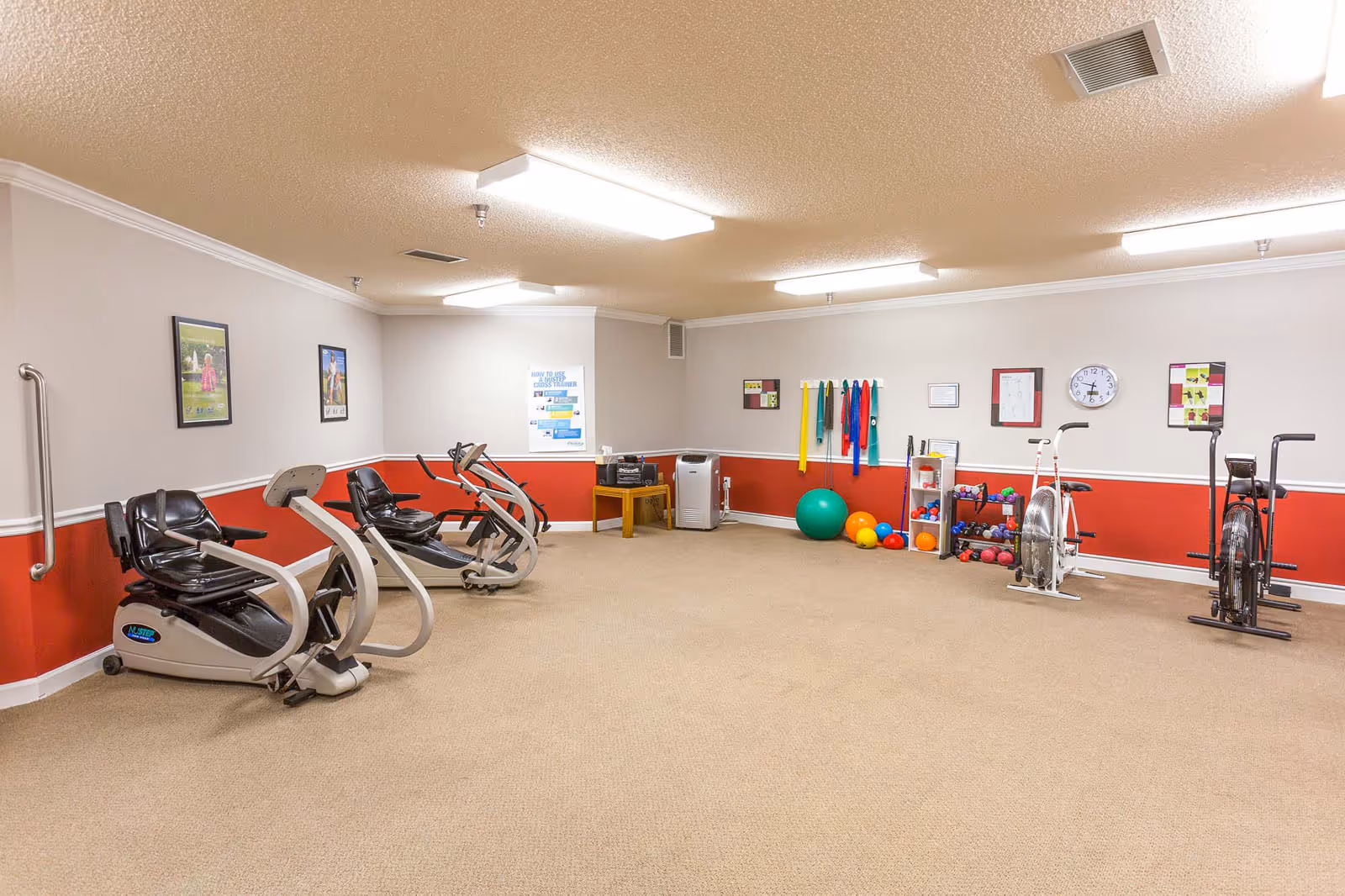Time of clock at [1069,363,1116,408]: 9:31
